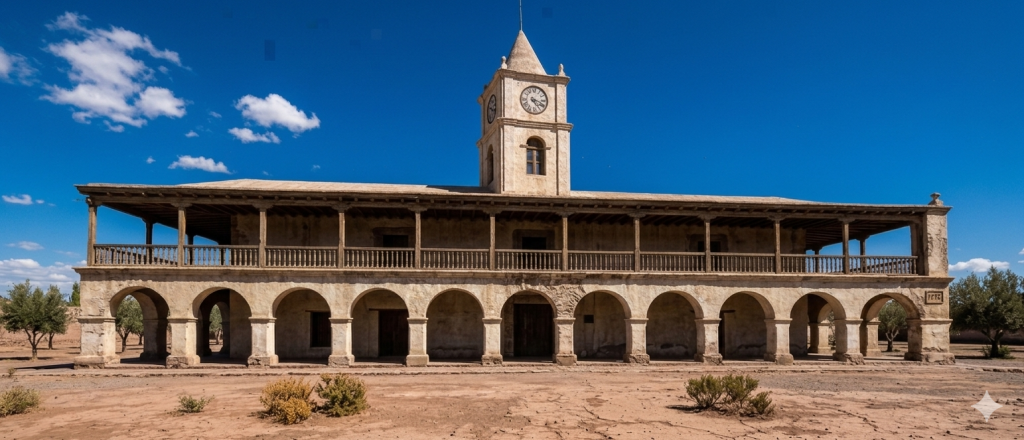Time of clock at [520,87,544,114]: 5:18
